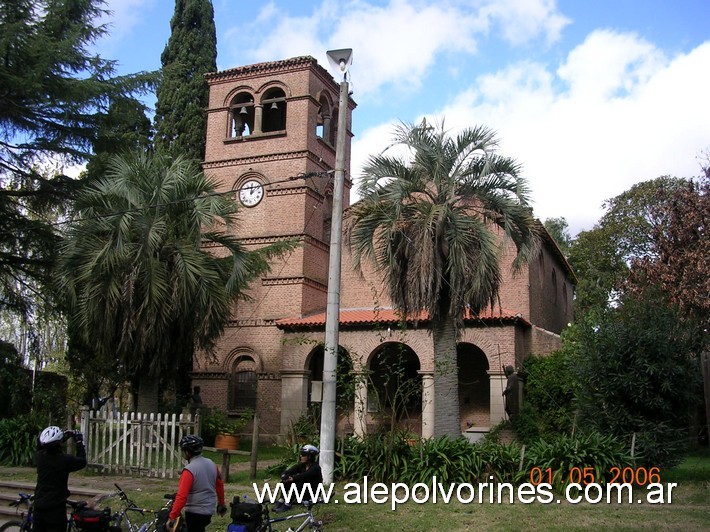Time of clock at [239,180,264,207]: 12:07
